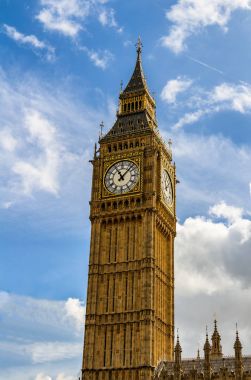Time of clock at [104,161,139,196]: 11:07
